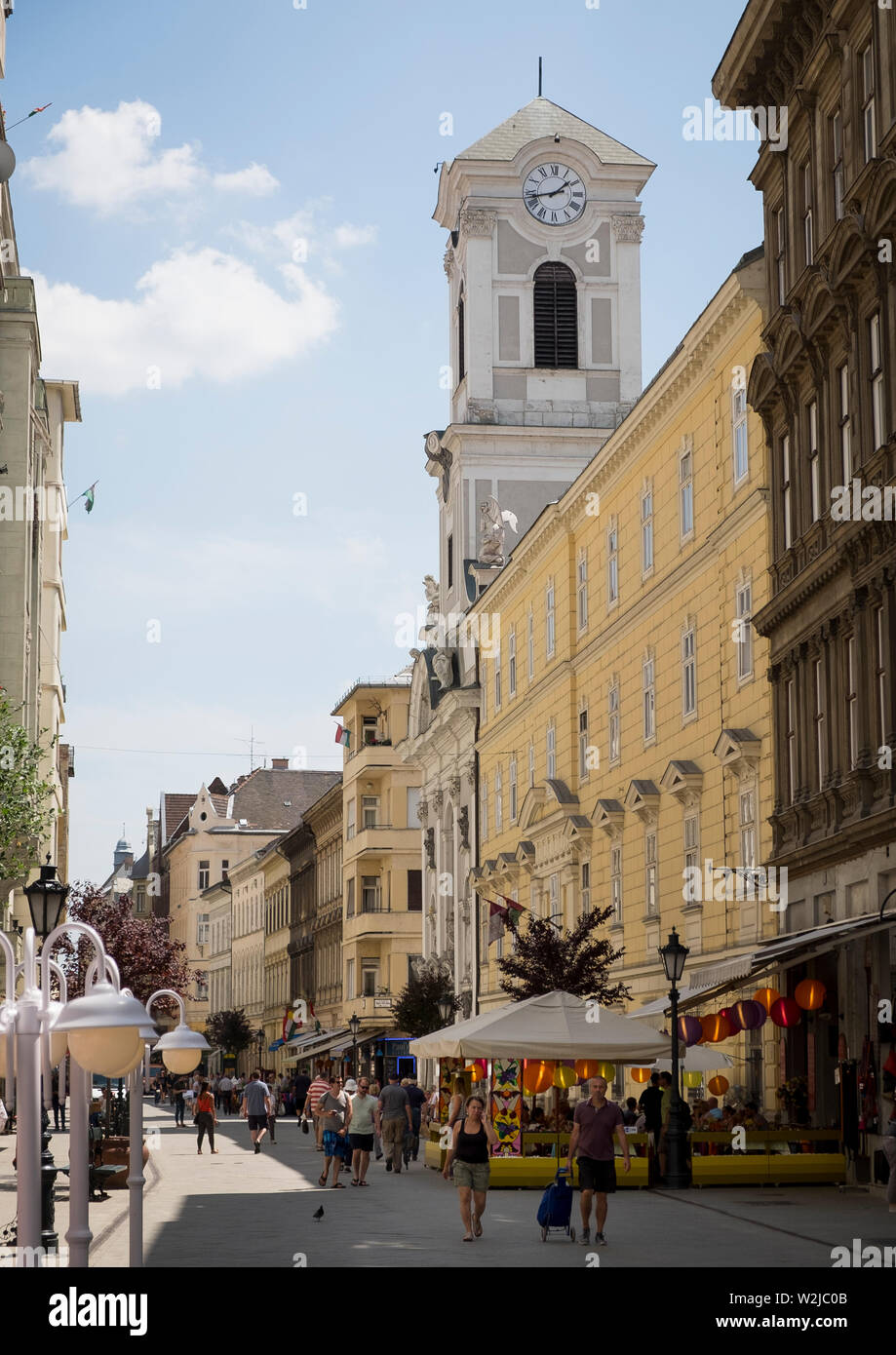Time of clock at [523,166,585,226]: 1:43
